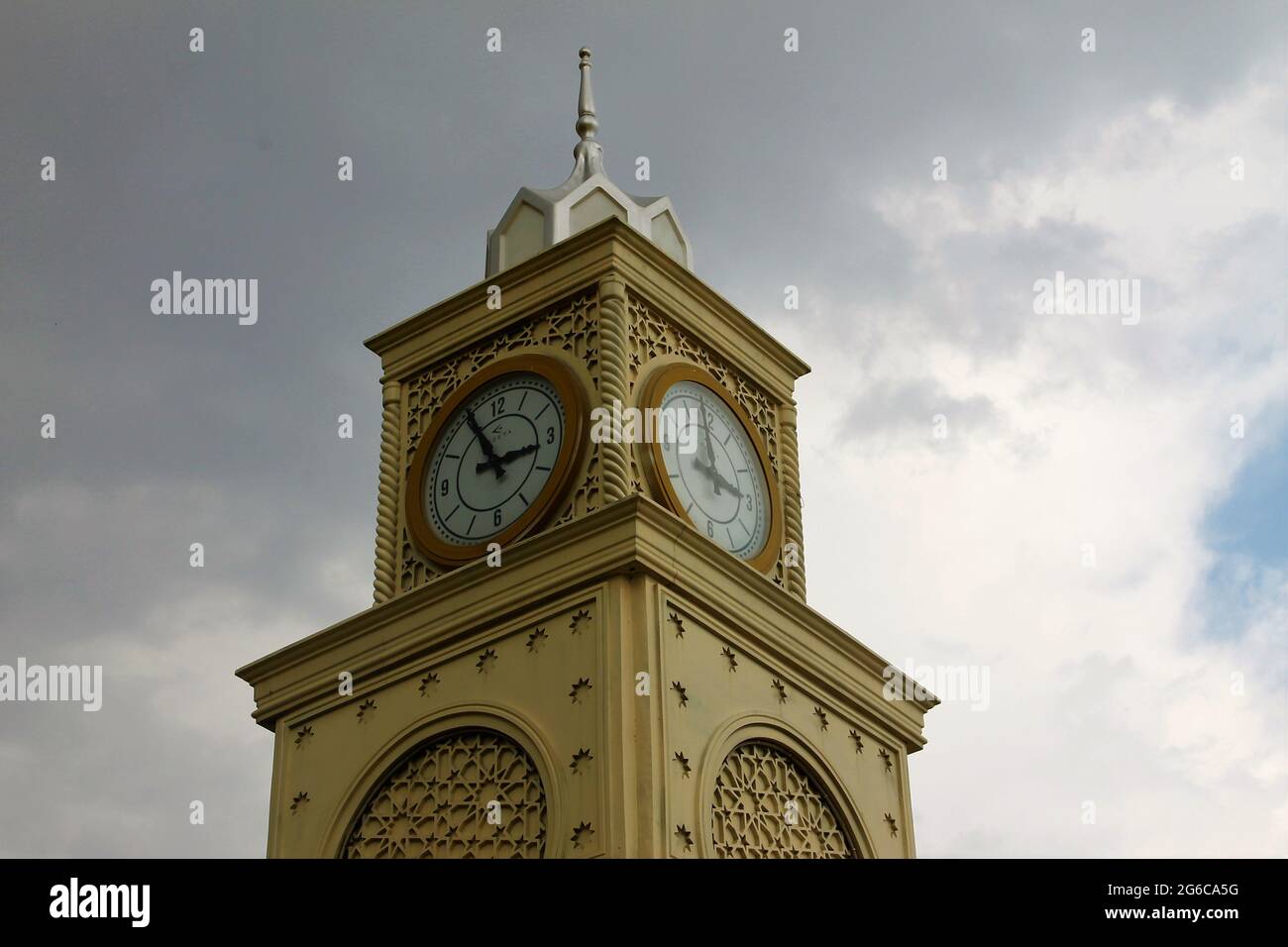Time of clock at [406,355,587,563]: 2:55
